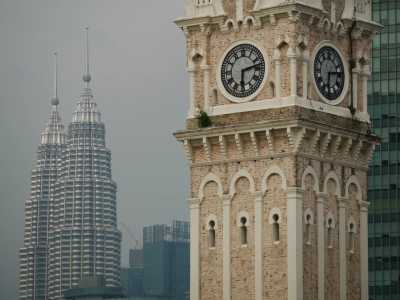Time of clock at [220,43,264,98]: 6:12
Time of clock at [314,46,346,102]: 6:13
